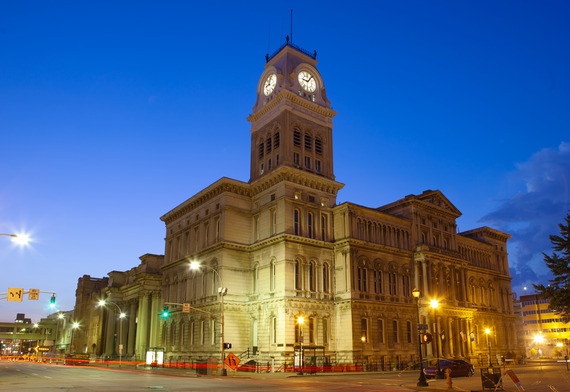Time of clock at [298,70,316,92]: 9:07
